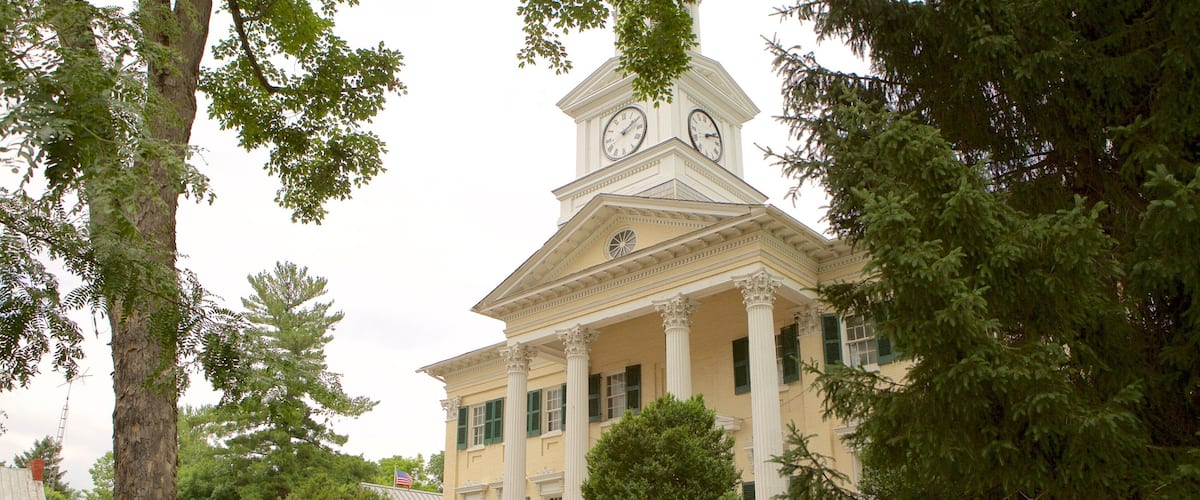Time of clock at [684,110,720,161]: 2:11
